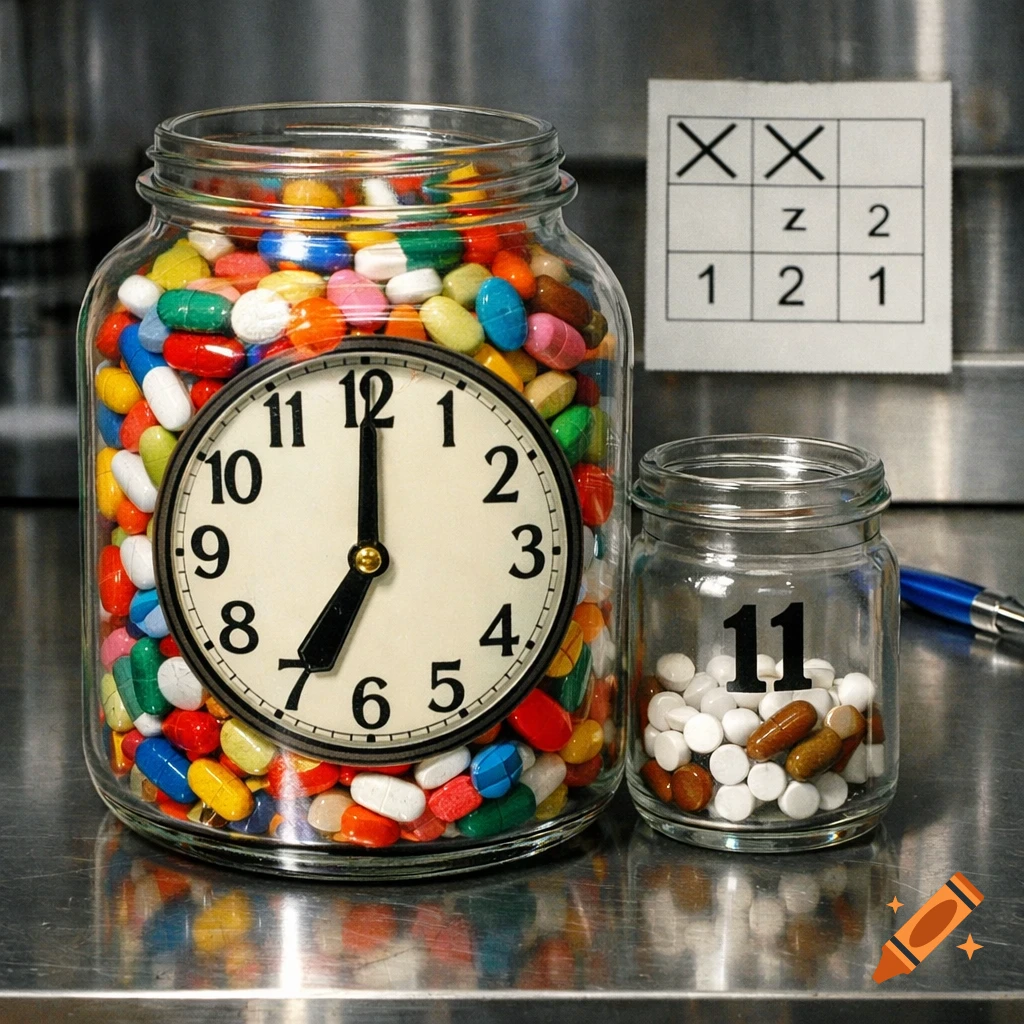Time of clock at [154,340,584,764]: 7:00
